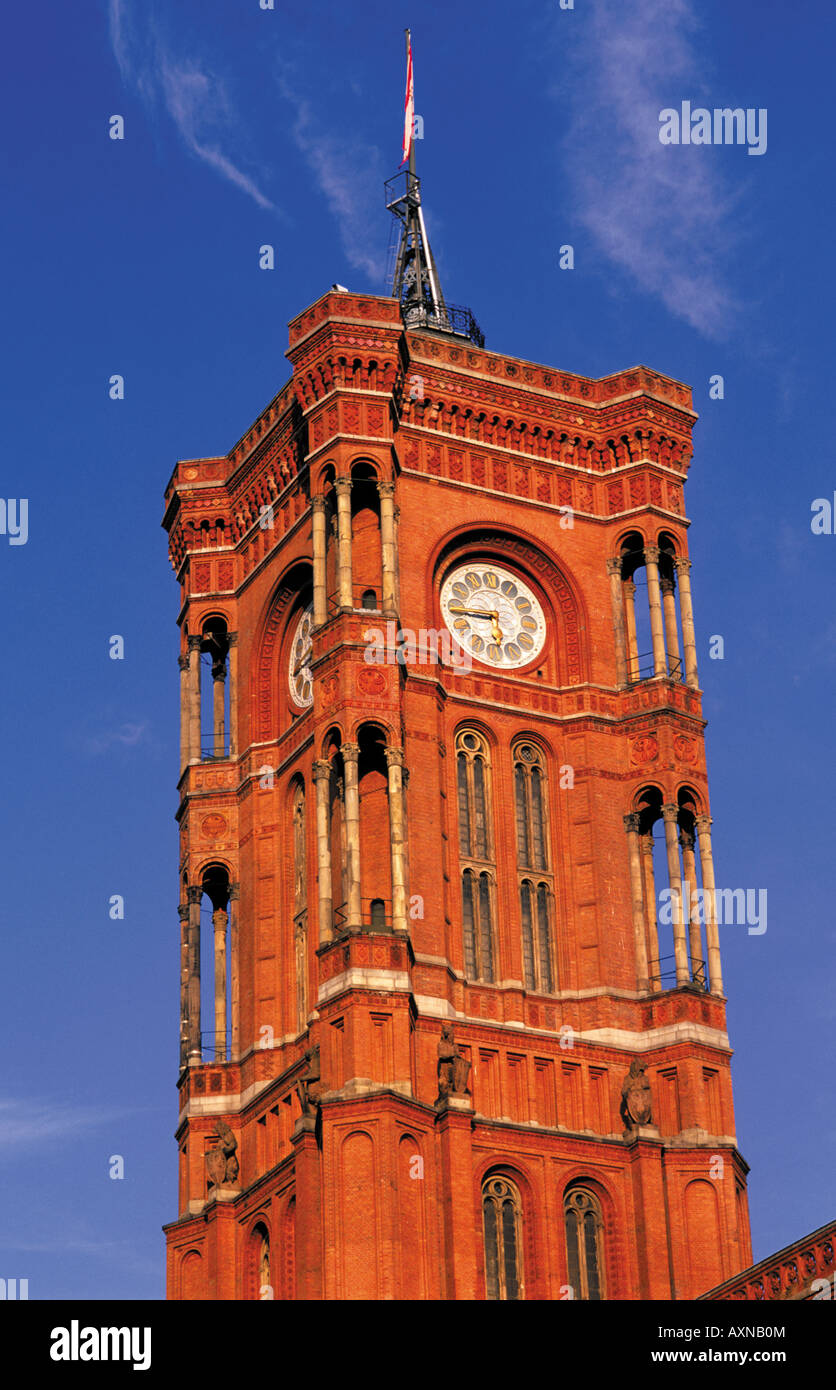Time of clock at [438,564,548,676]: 5:44
